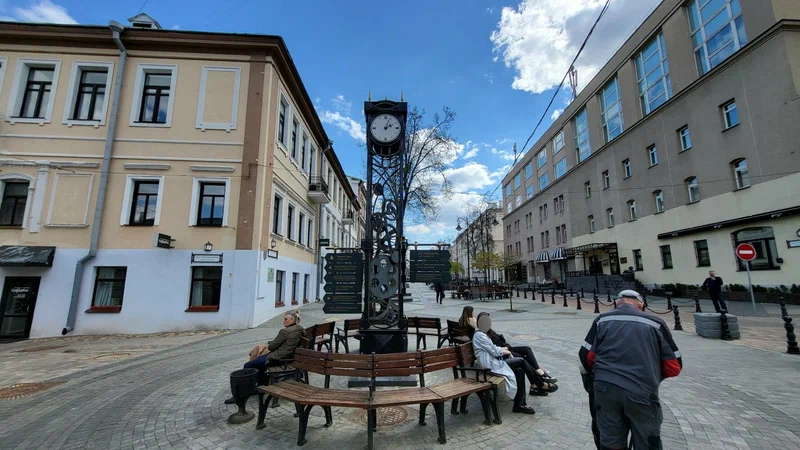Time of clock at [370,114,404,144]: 2:03
